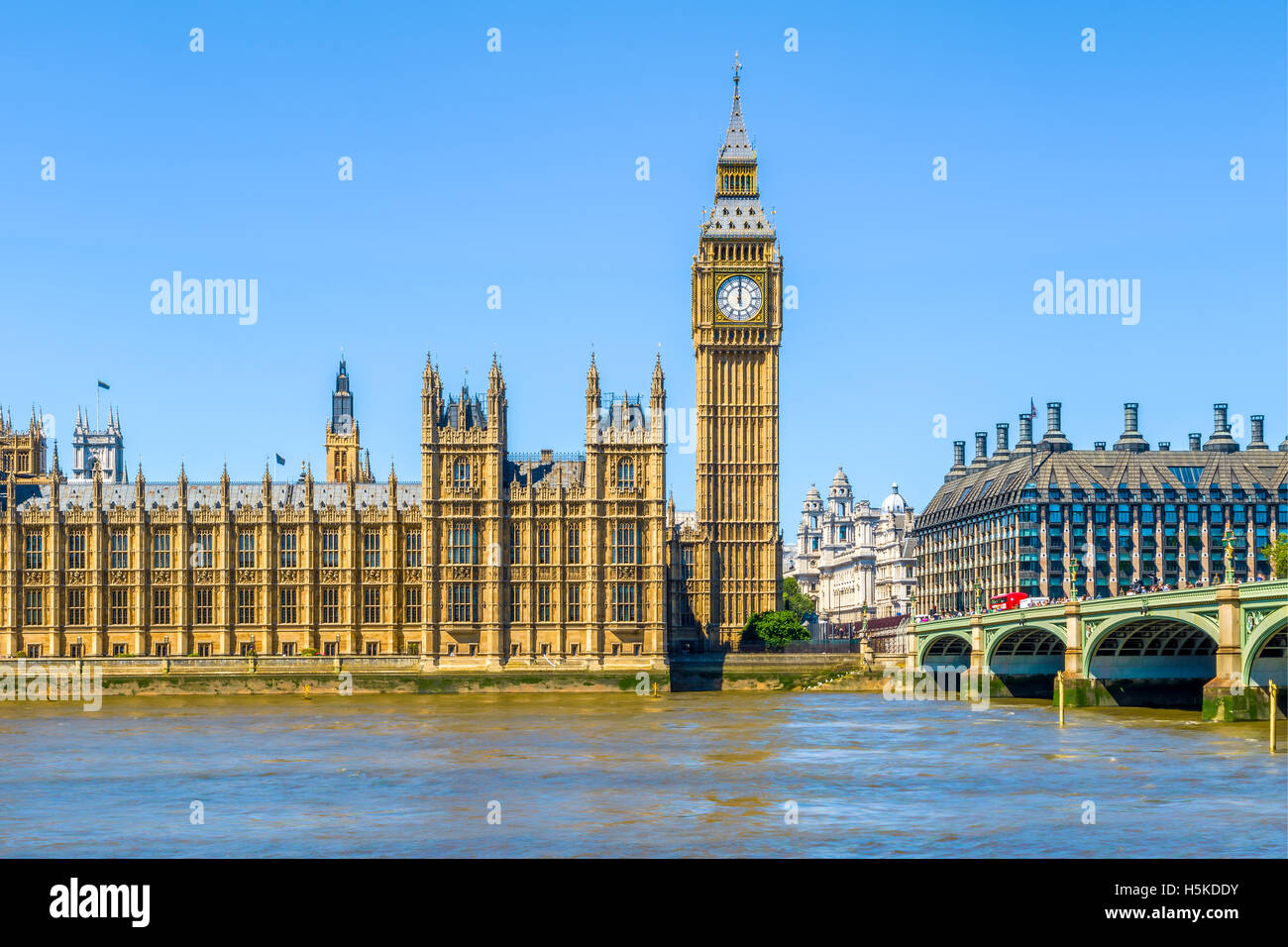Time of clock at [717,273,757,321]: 12:00
